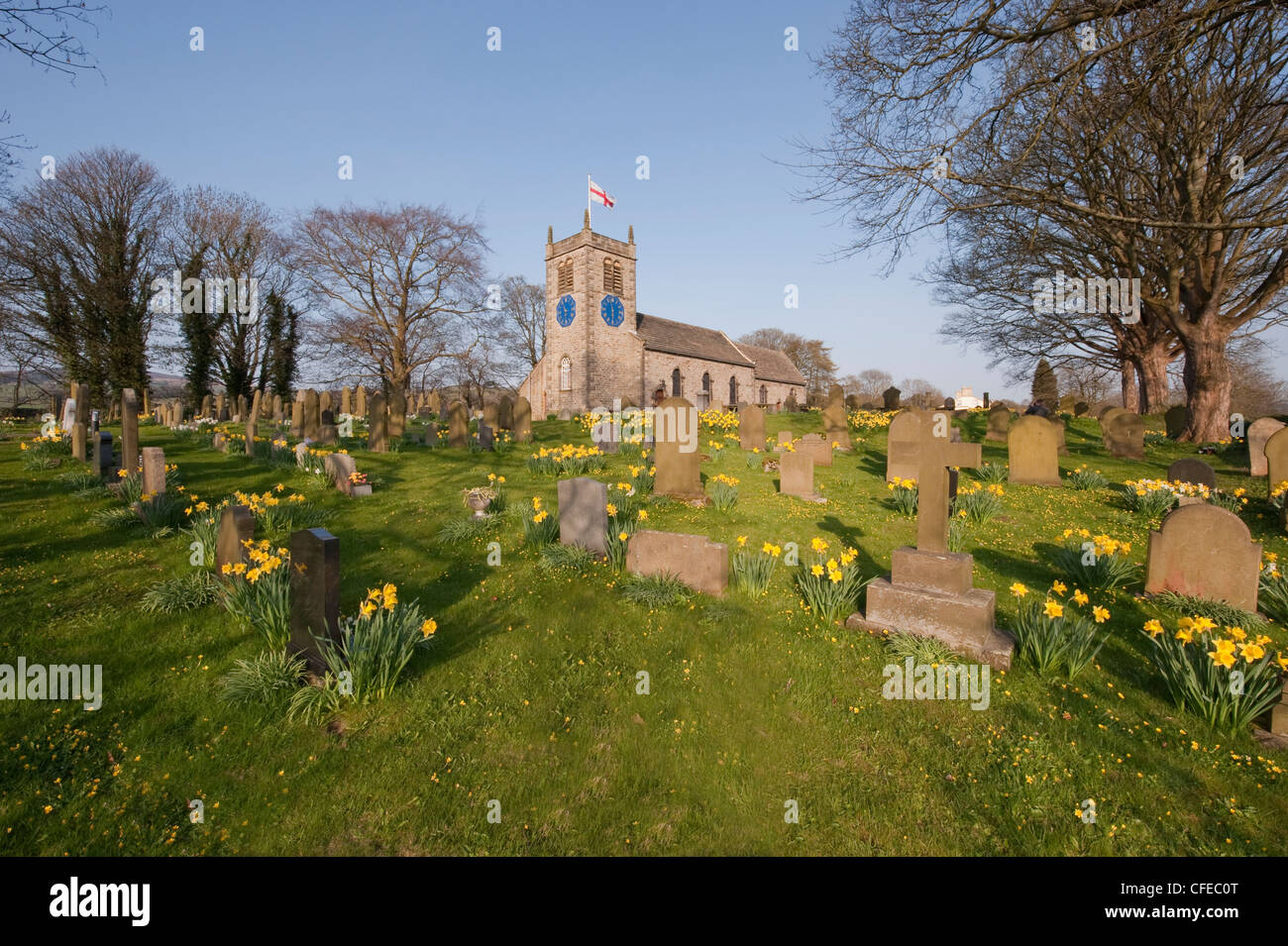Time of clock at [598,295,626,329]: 5:58
